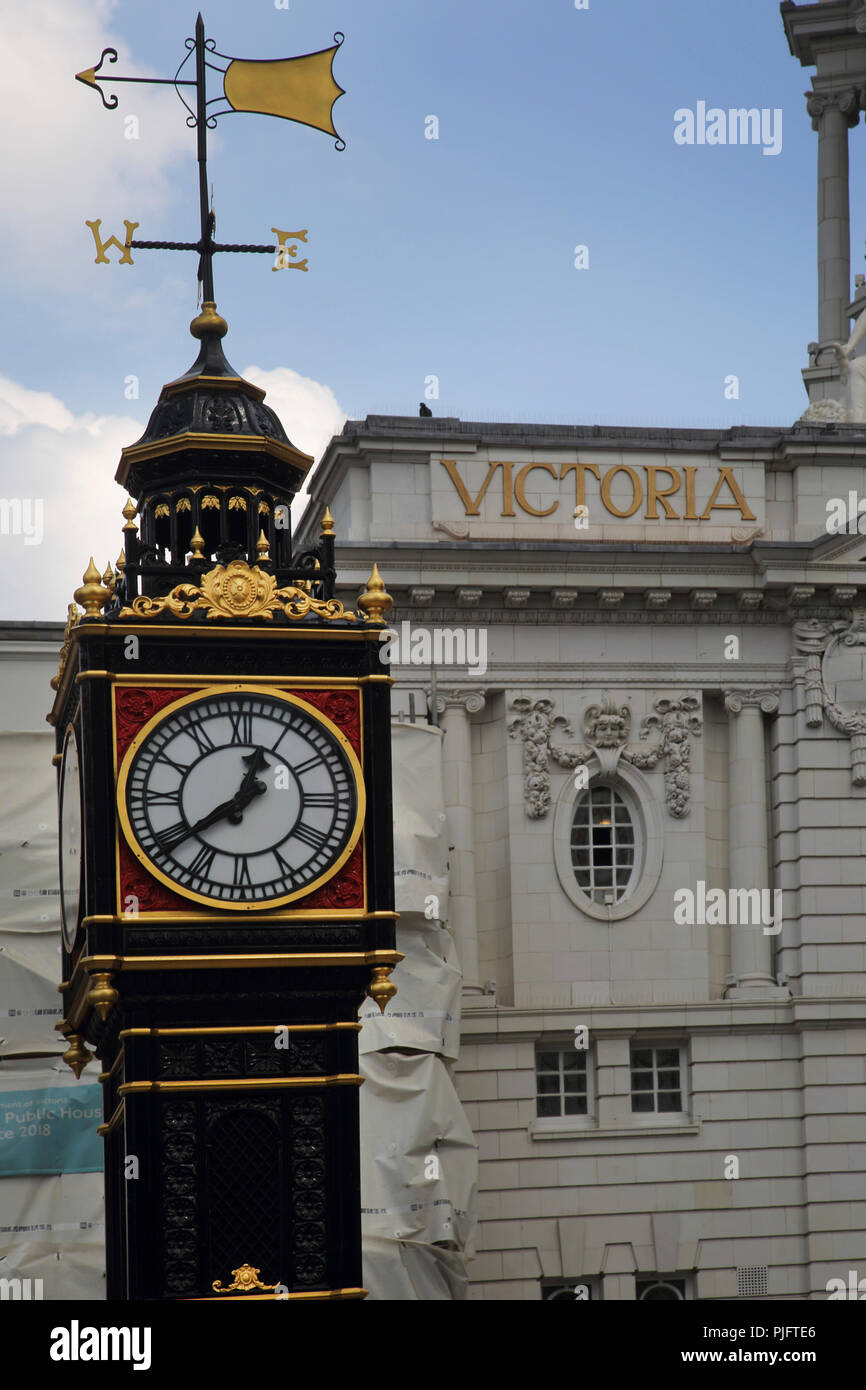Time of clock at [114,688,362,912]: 12:38
